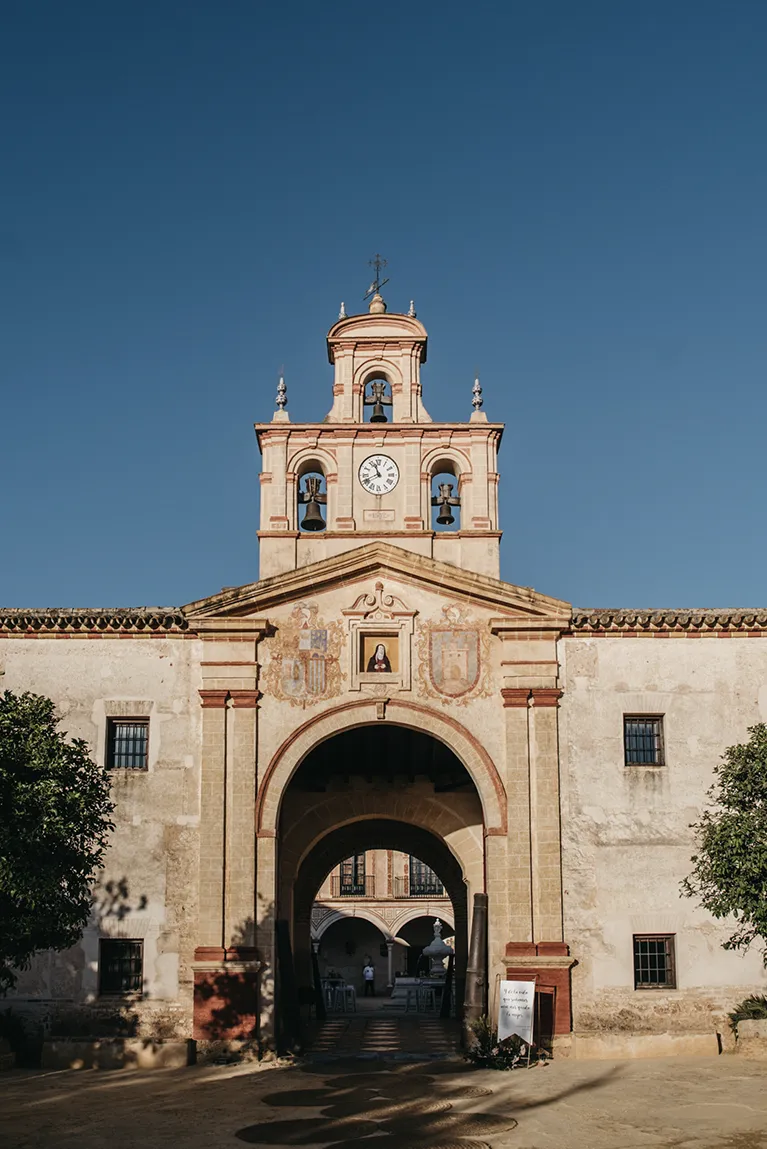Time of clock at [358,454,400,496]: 11:40
